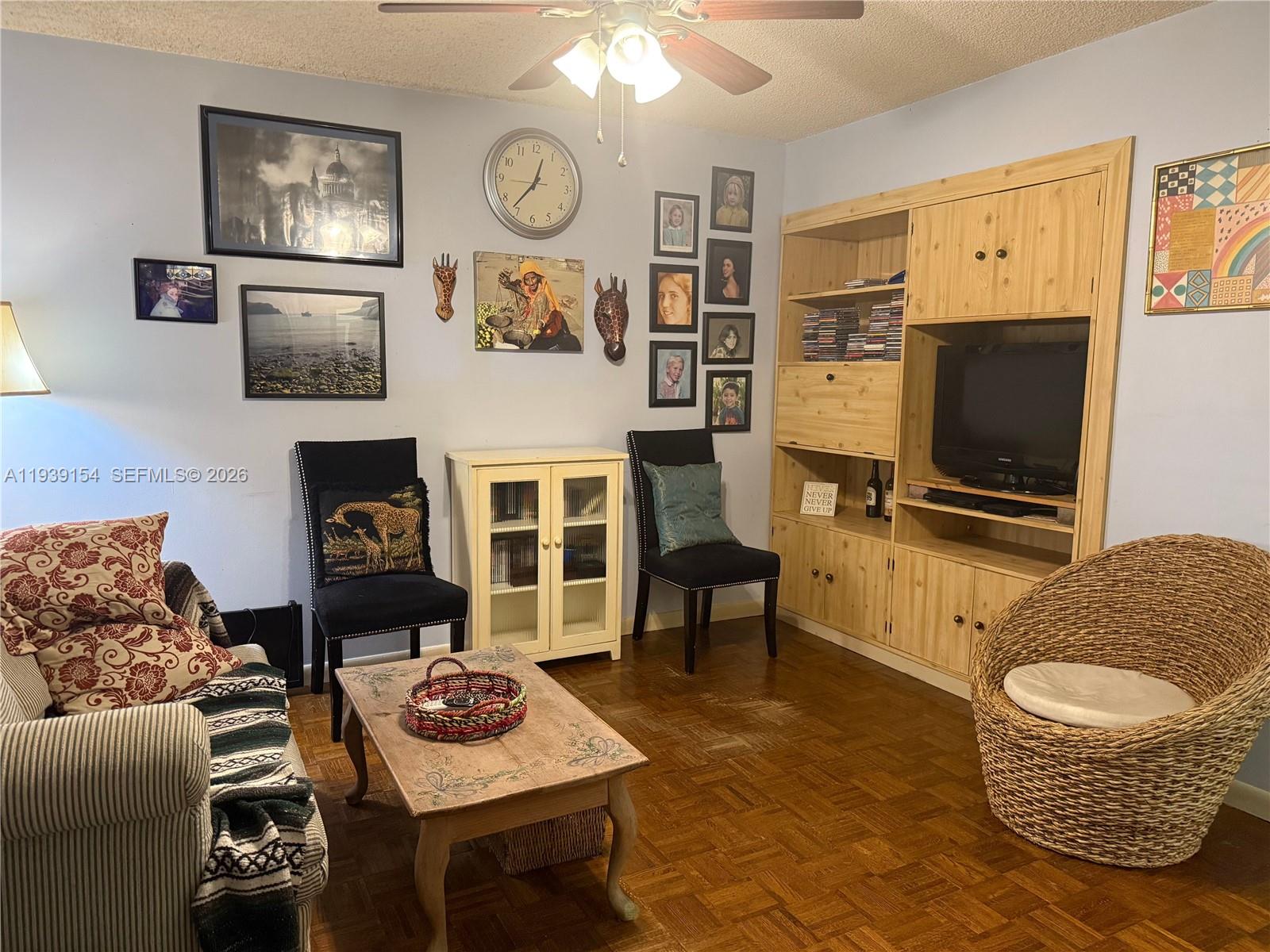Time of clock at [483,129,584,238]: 12:36
